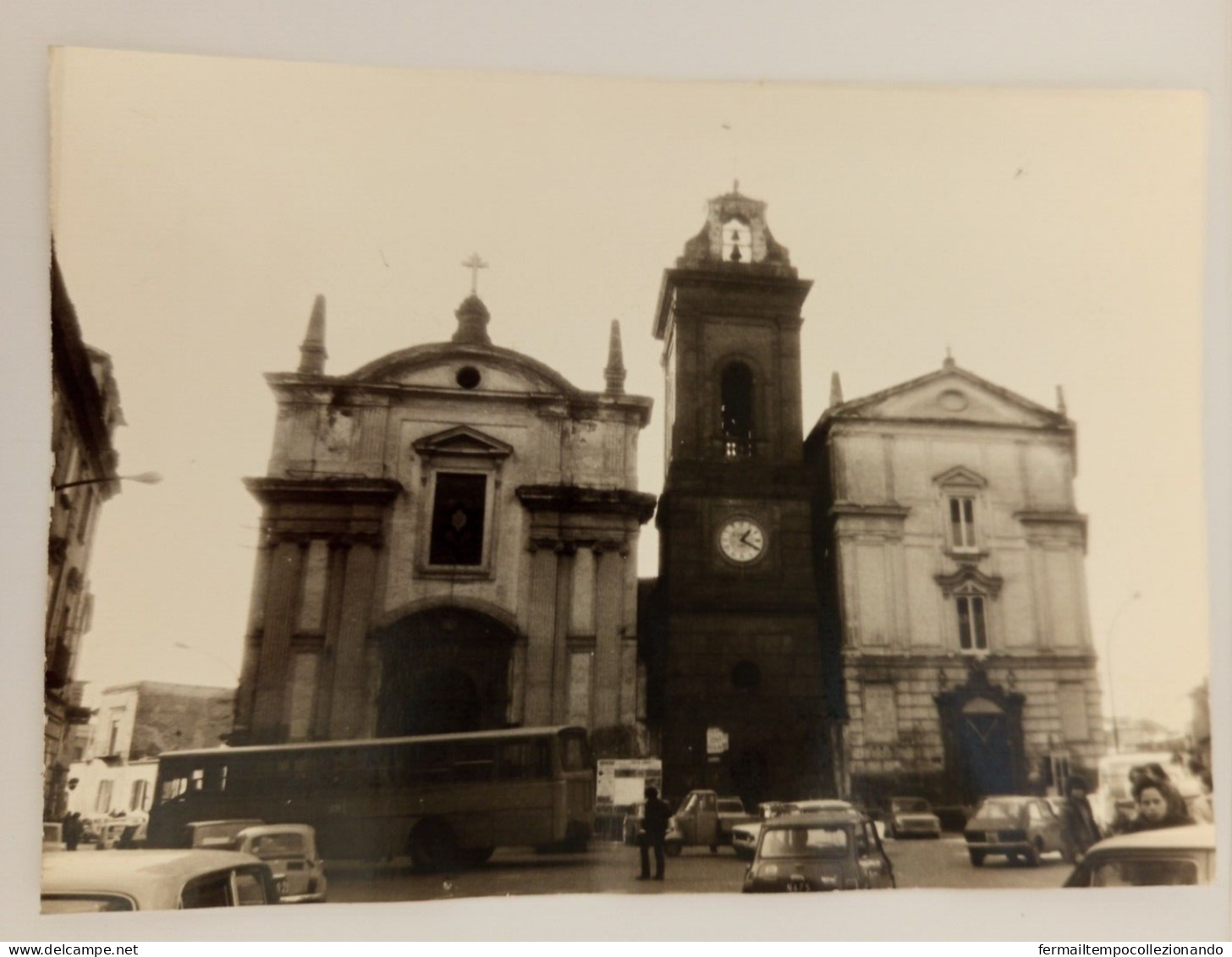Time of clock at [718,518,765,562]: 1:19
